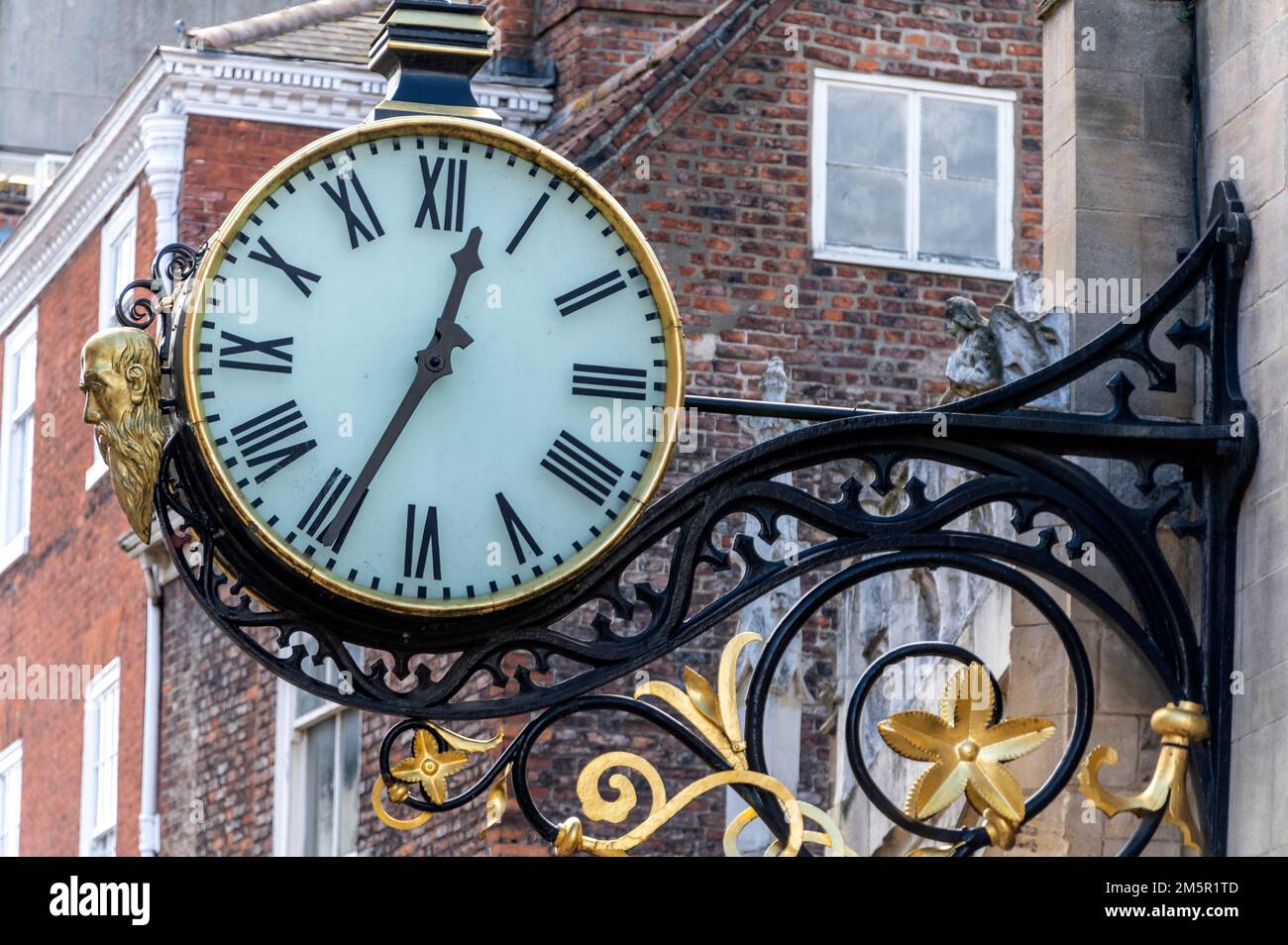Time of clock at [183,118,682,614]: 12:34
